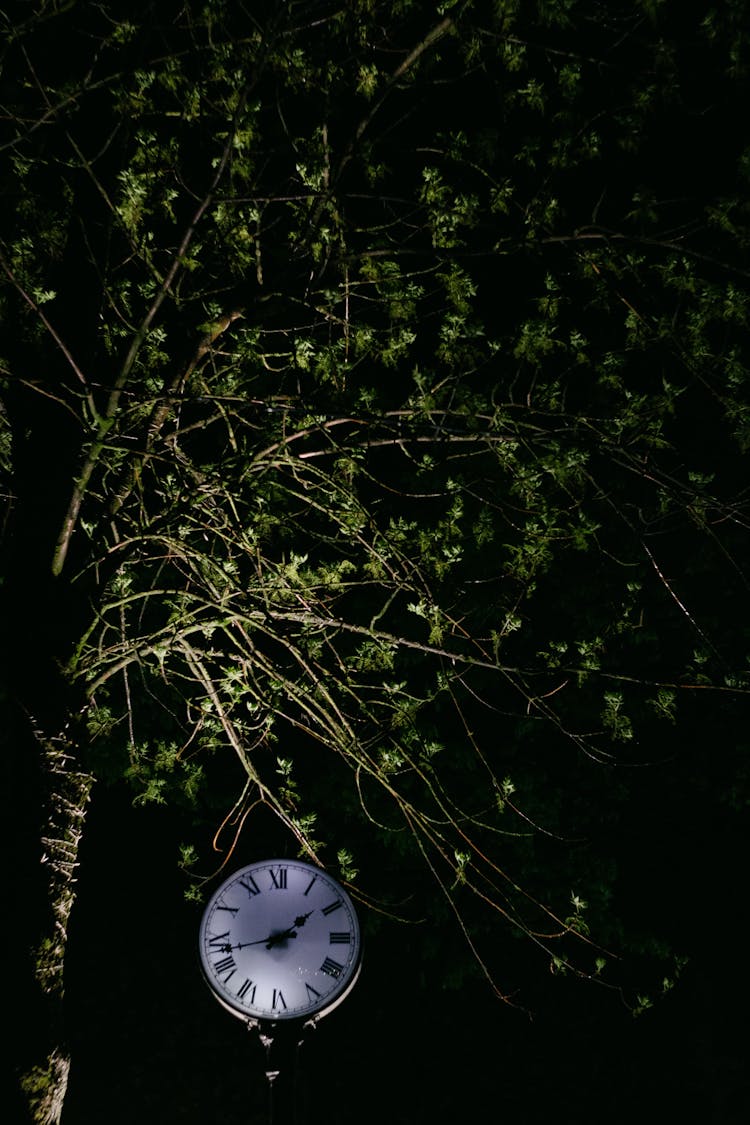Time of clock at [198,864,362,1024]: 1:42
